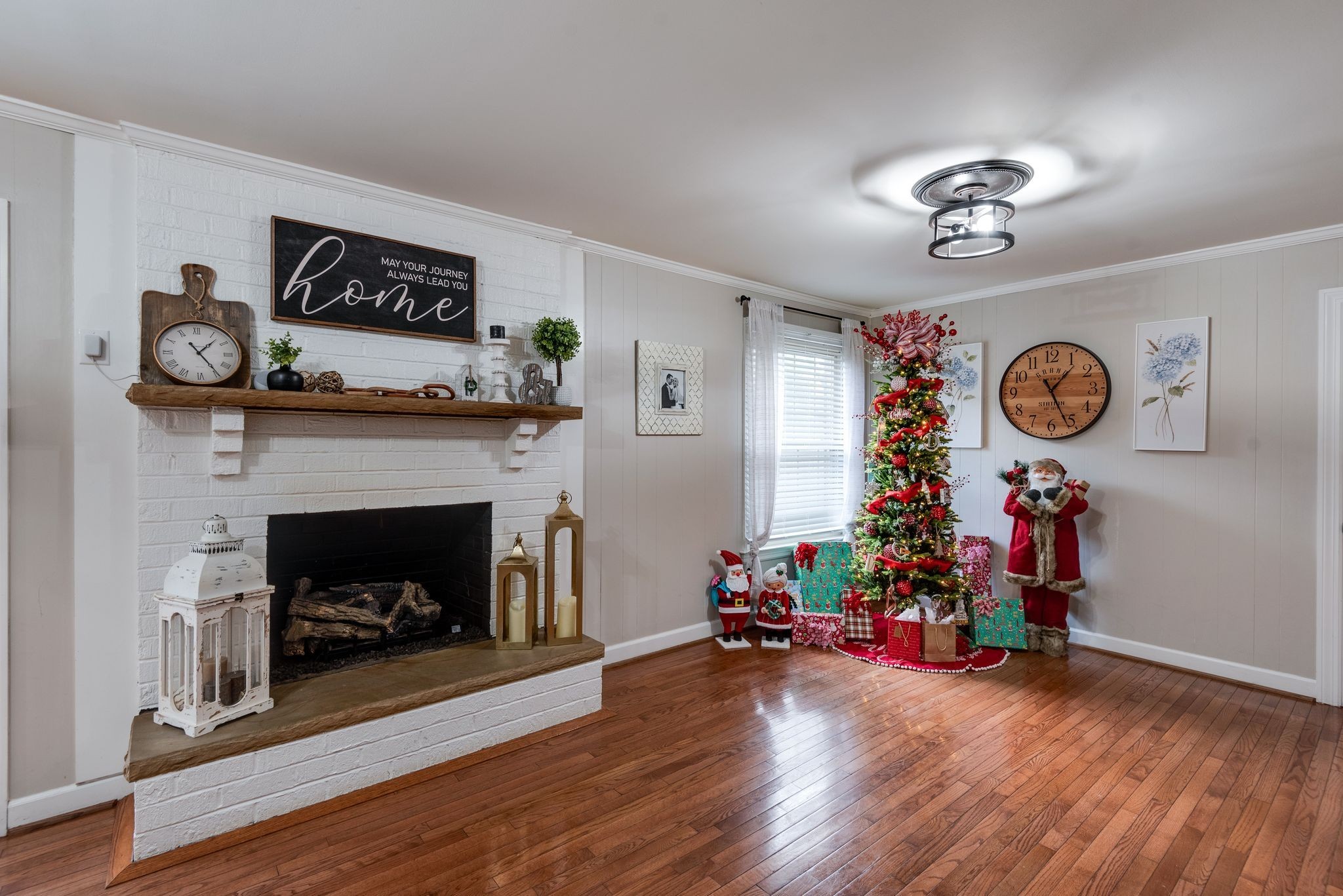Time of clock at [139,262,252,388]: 1:24
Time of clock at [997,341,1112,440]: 1:26
